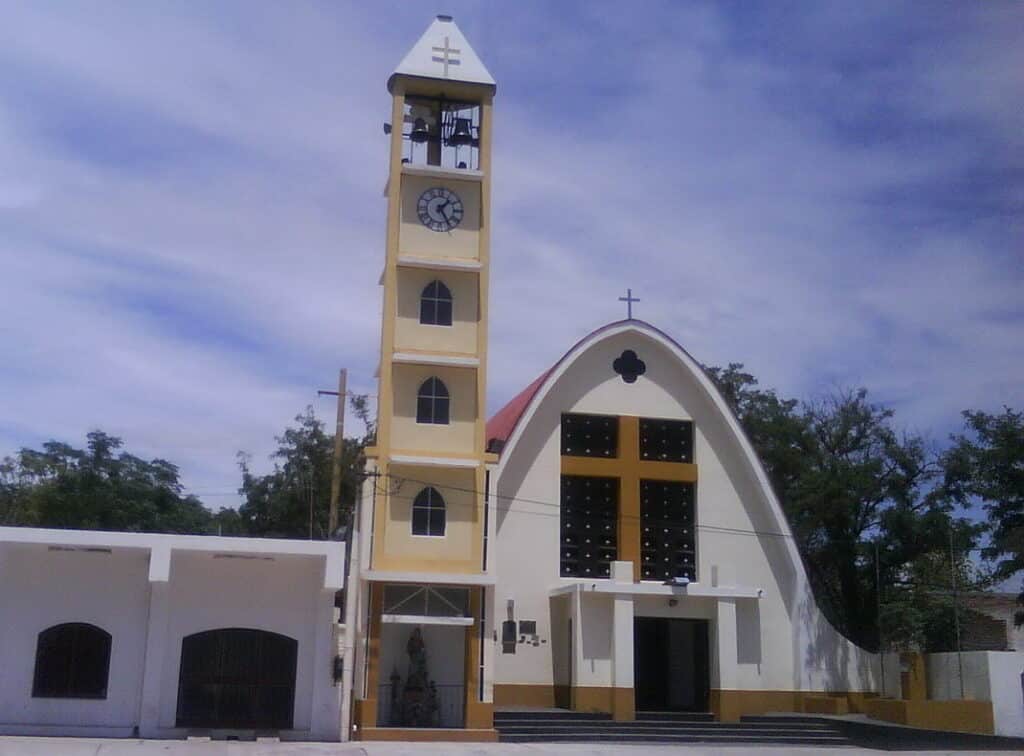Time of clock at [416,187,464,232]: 1:24
